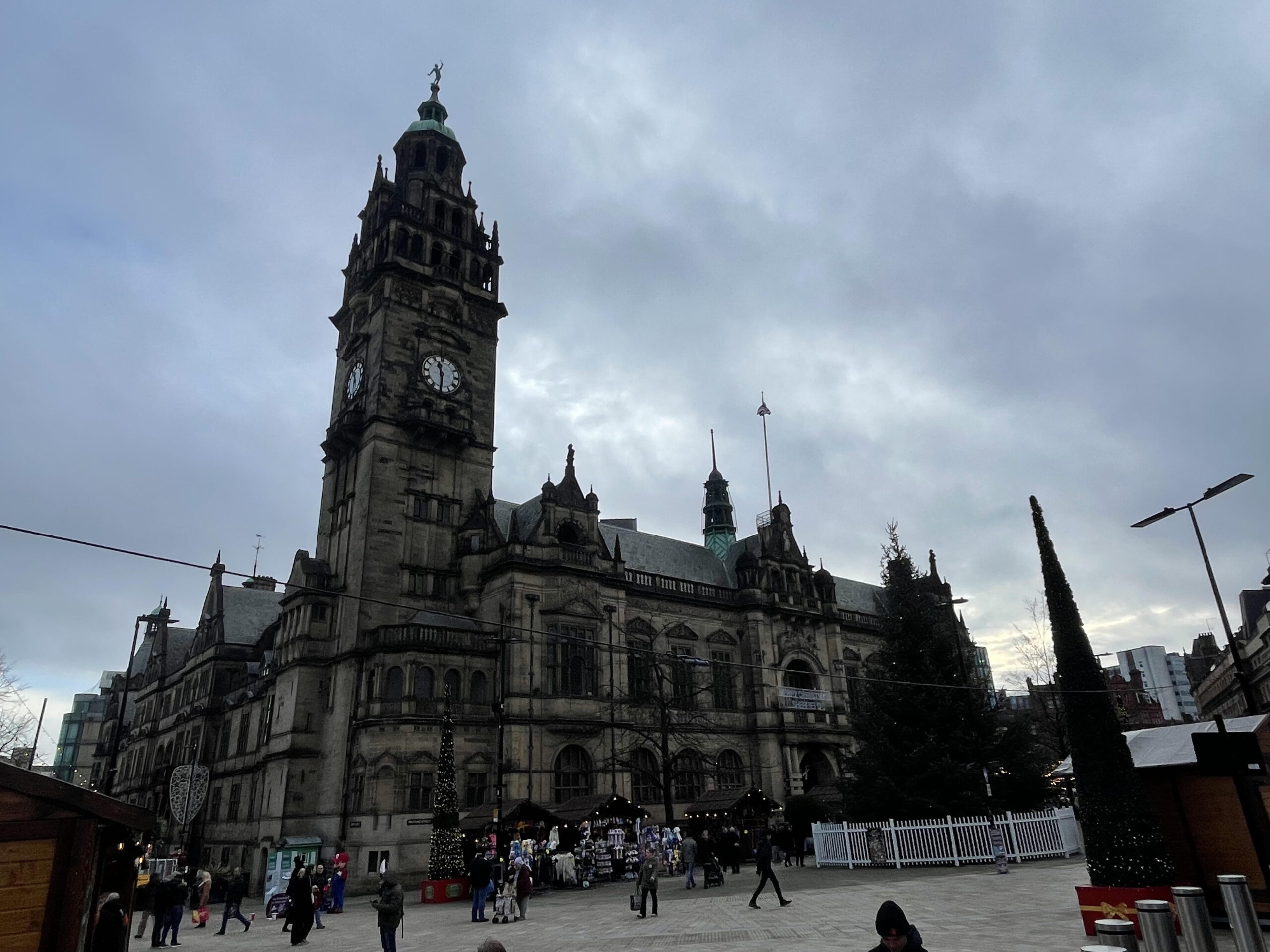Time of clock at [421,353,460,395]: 11:30
